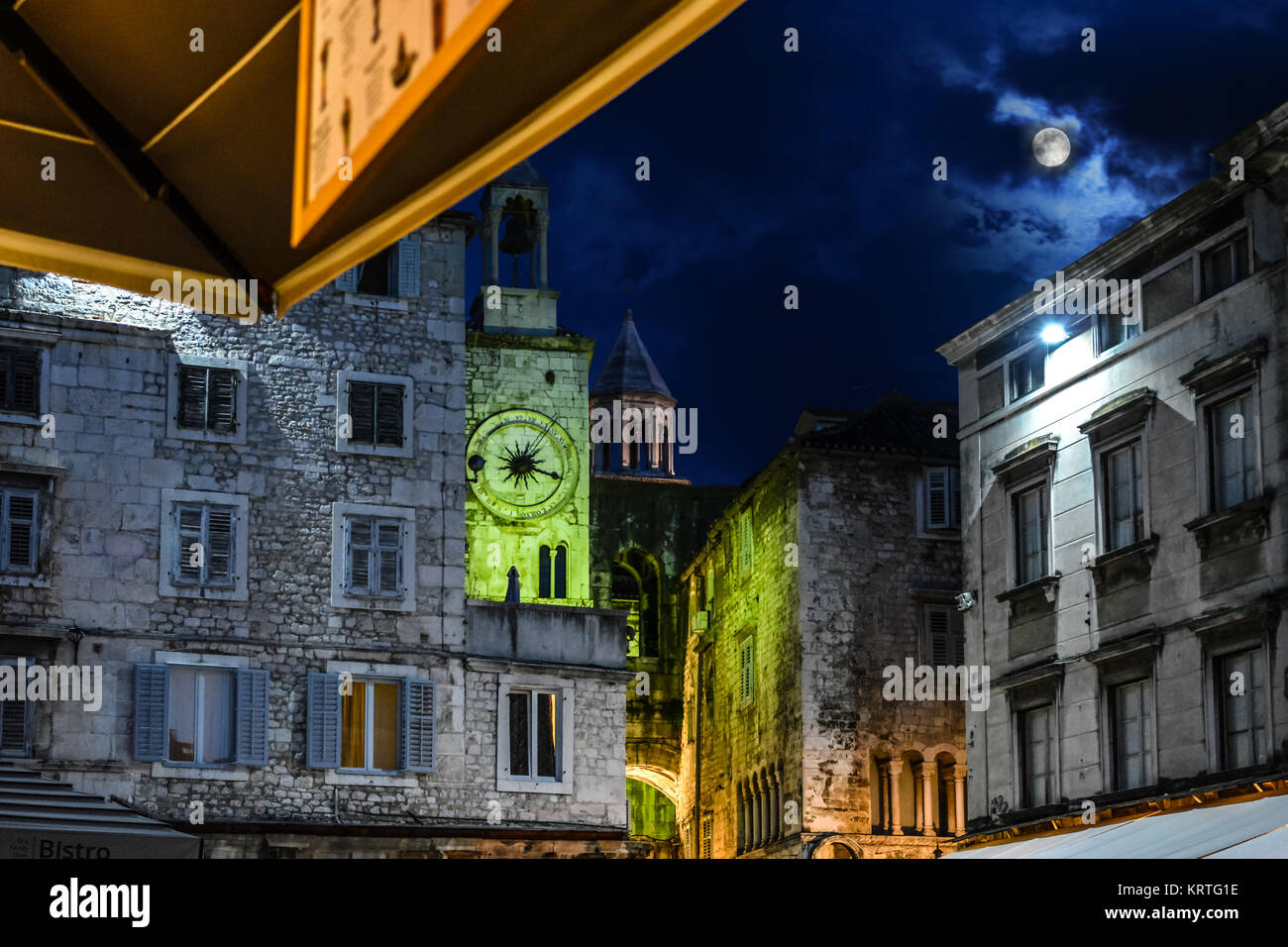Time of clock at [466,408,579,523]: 1:18
